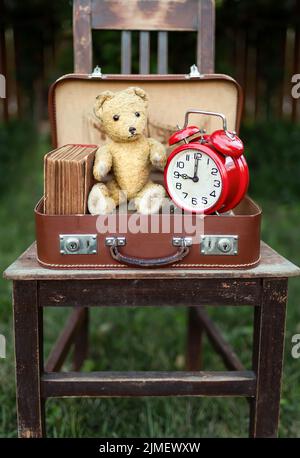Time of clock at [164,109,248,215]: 9:00
